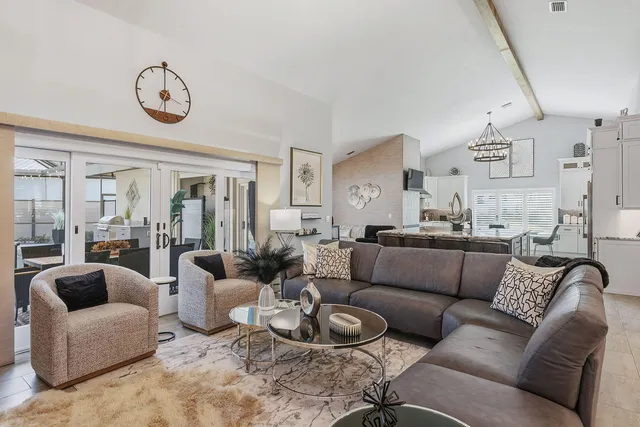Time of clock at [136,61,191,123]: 6:00
